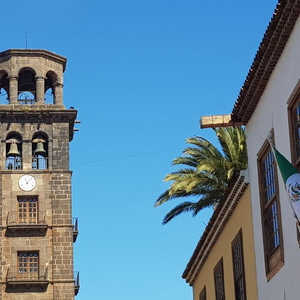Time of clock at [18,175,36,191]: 11:07
